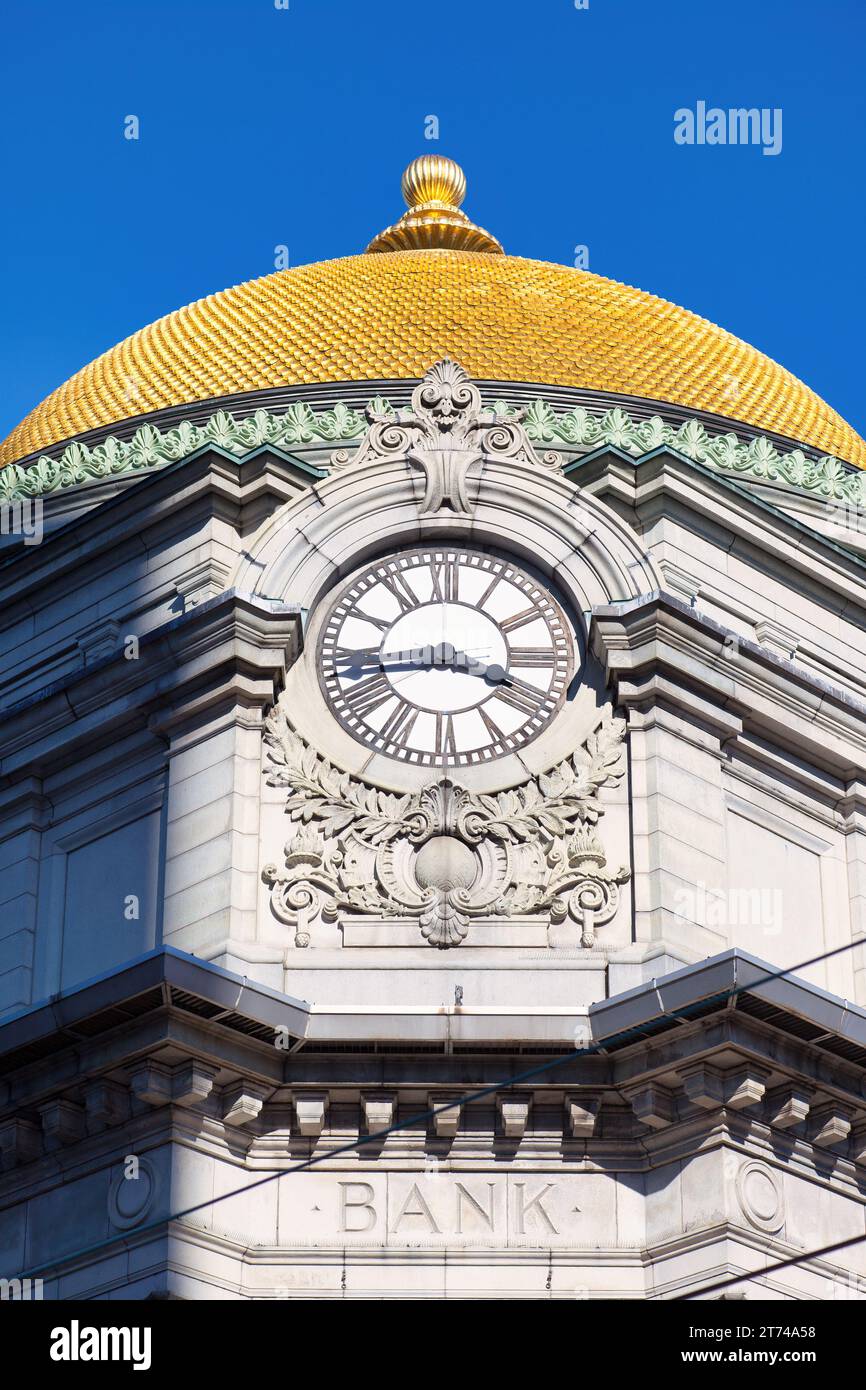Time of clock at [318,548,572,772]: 3:43
